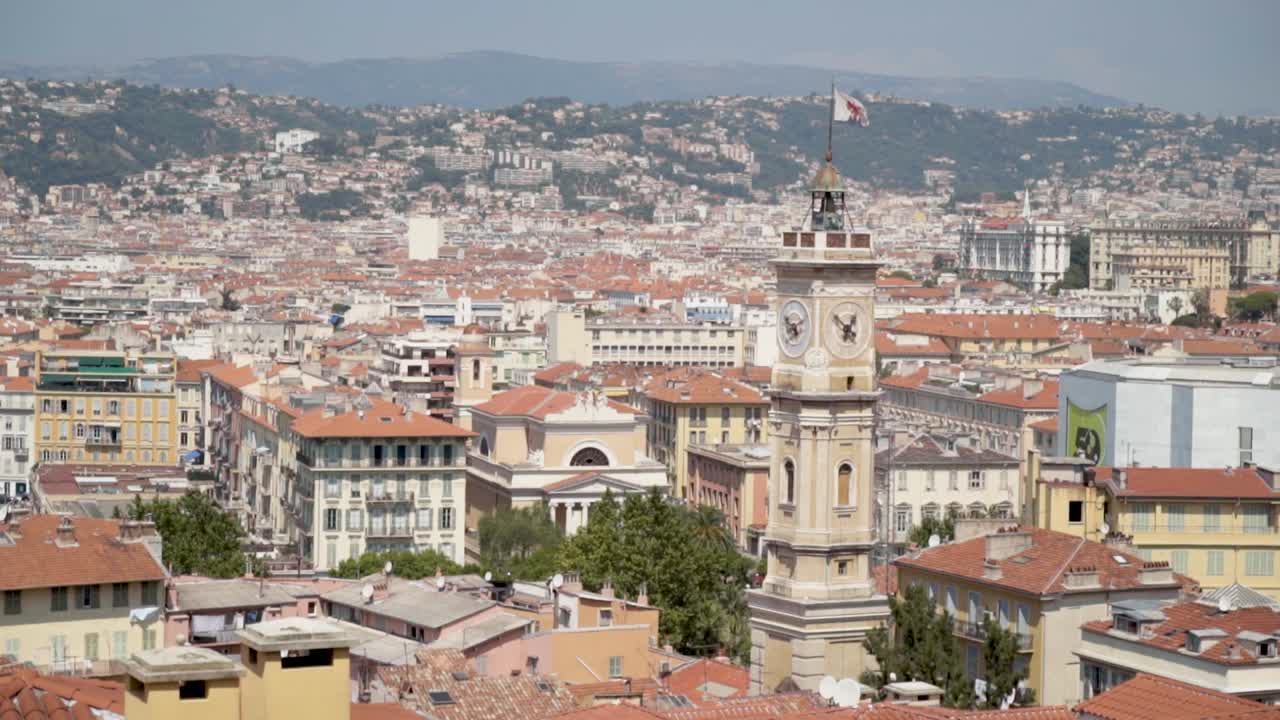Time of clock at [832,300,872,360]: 12:52
